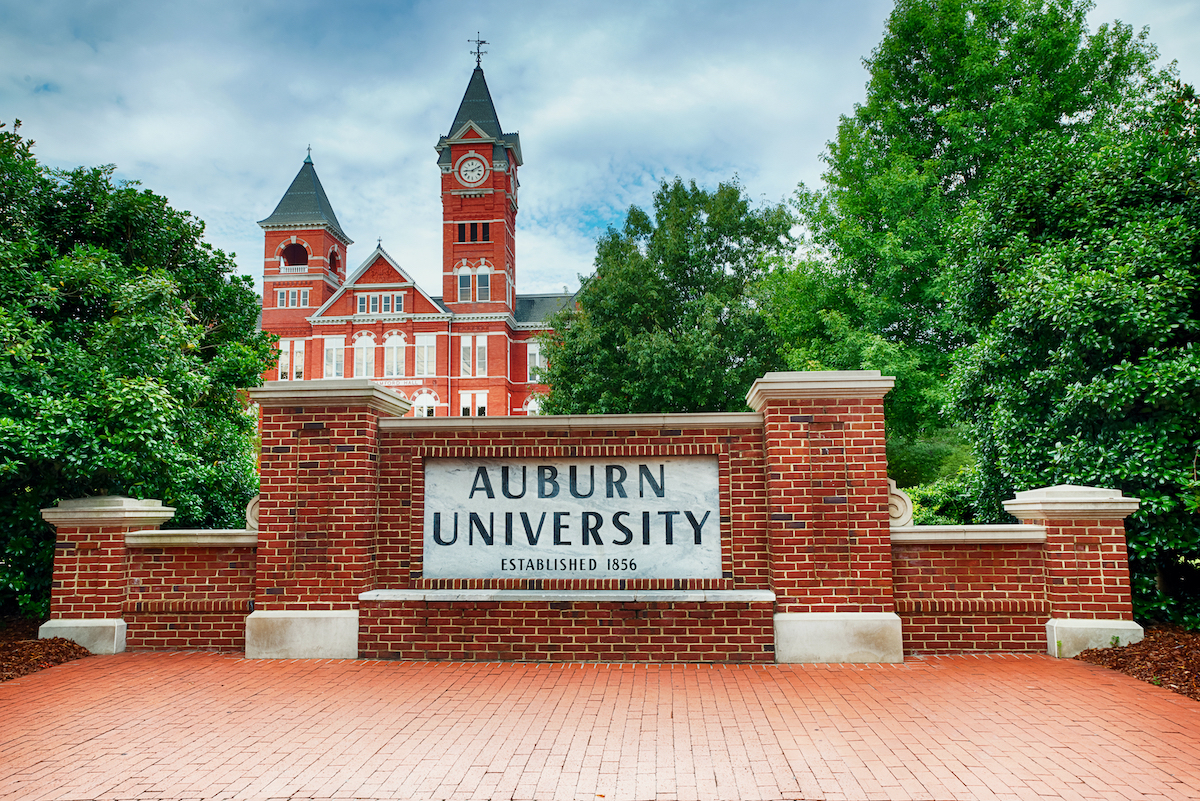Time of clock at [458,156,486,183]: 9:09
